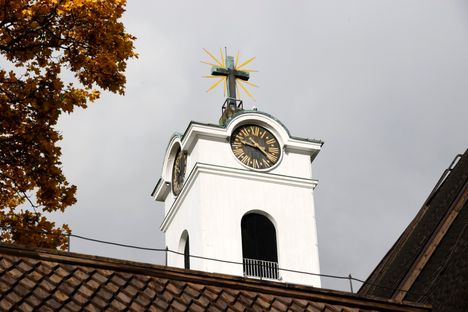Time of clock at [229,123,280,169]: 9:22
